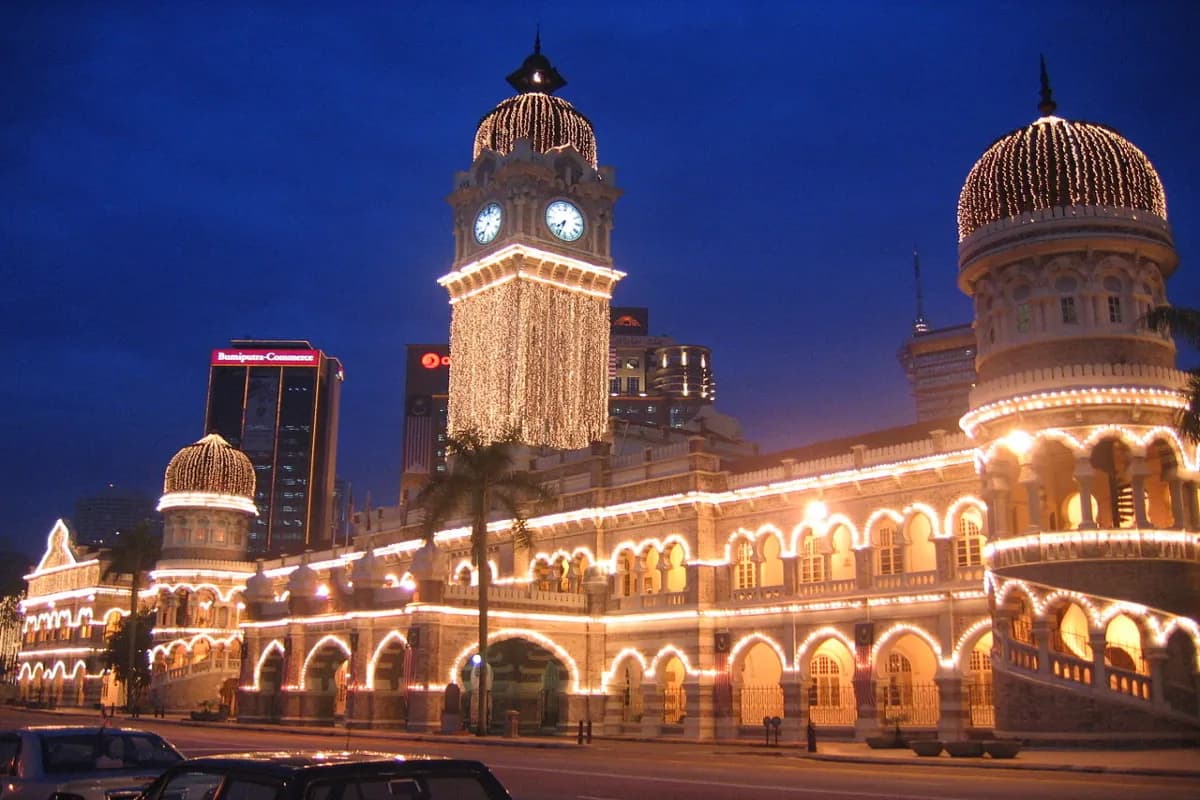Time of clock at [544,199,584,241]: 7:33
